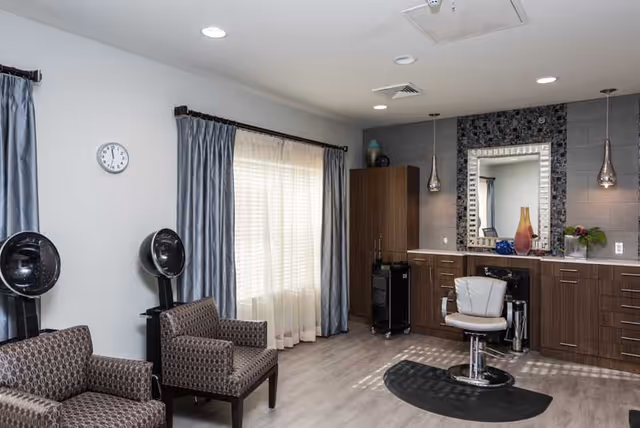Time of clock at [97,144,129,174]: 11:32
